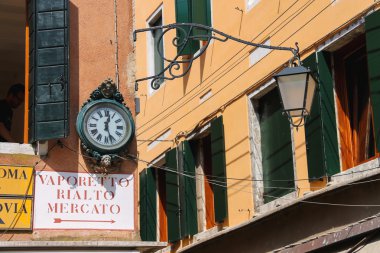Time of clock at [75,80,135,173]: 12:26
